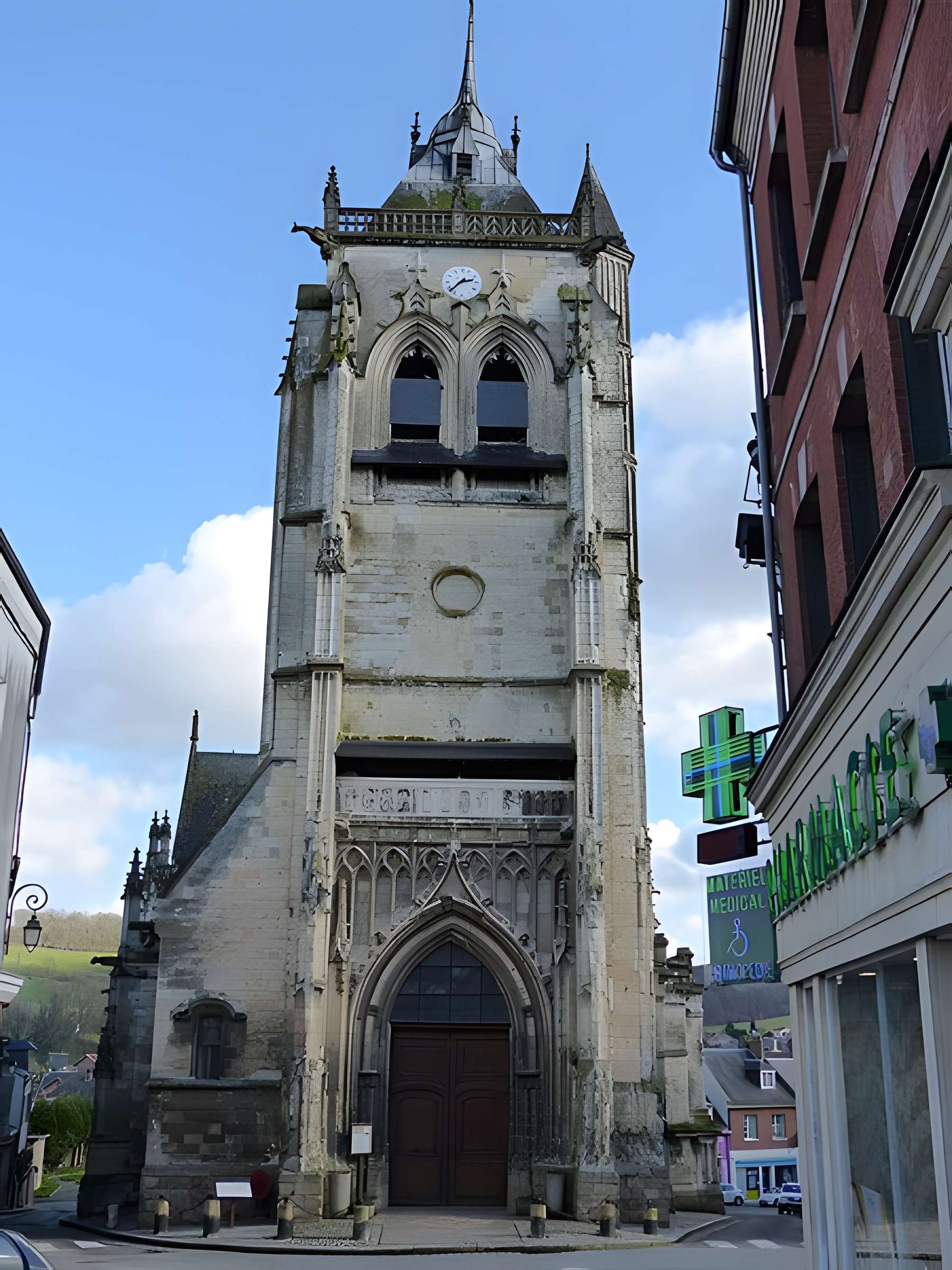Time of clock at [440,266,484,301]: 2:37
